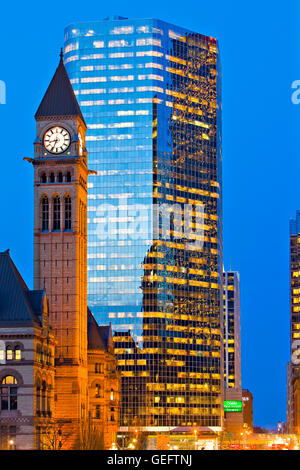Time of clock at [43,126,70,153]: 8:34
